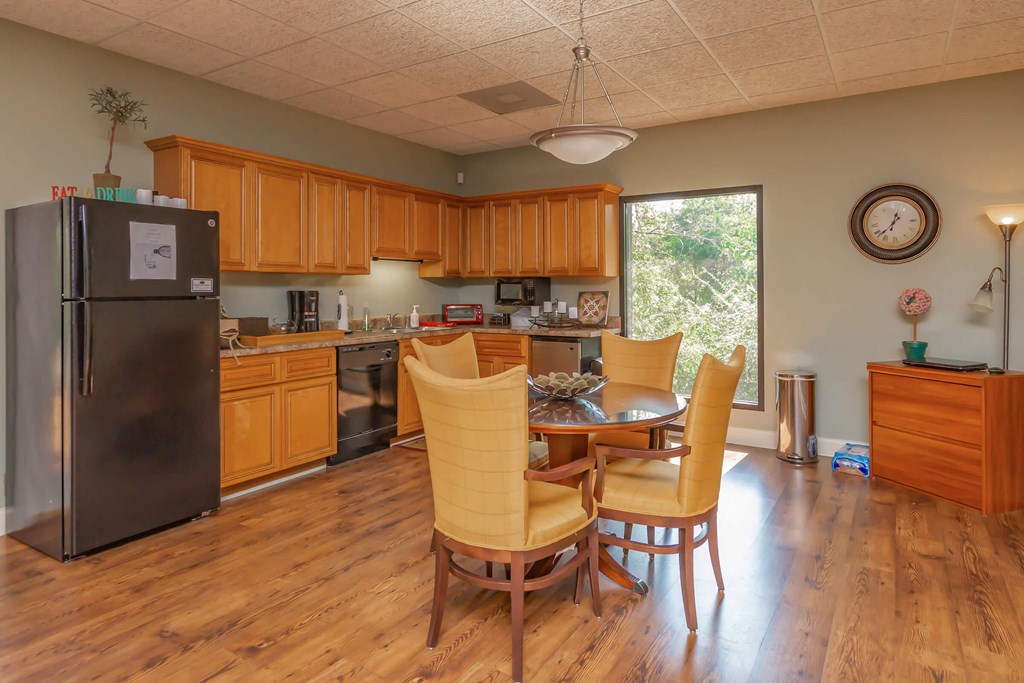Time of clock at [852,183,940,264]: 12:37
